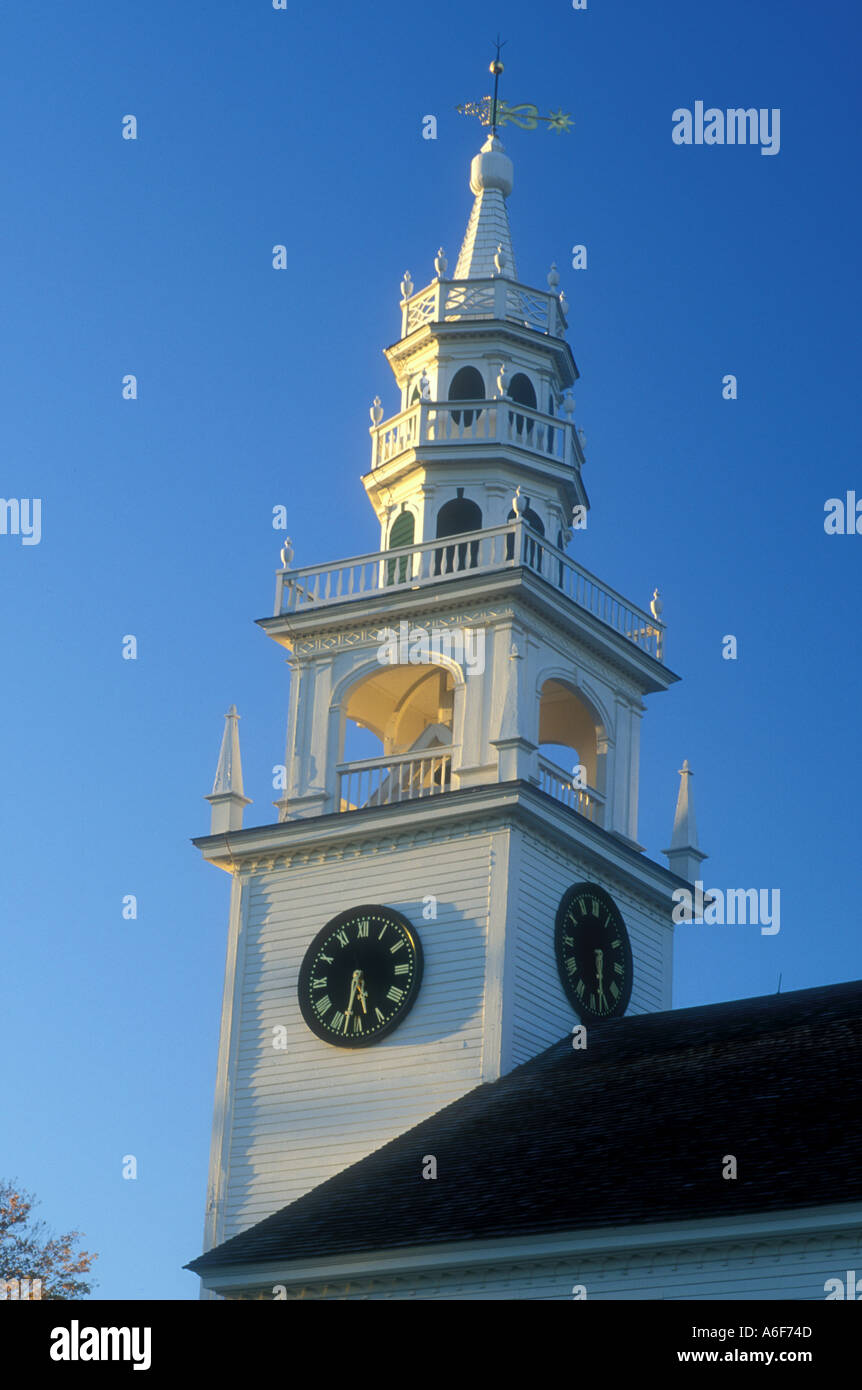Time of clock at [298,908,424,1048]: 5:32
